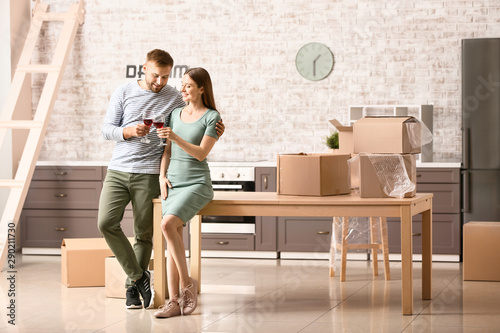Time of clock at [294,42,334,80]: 1:30
